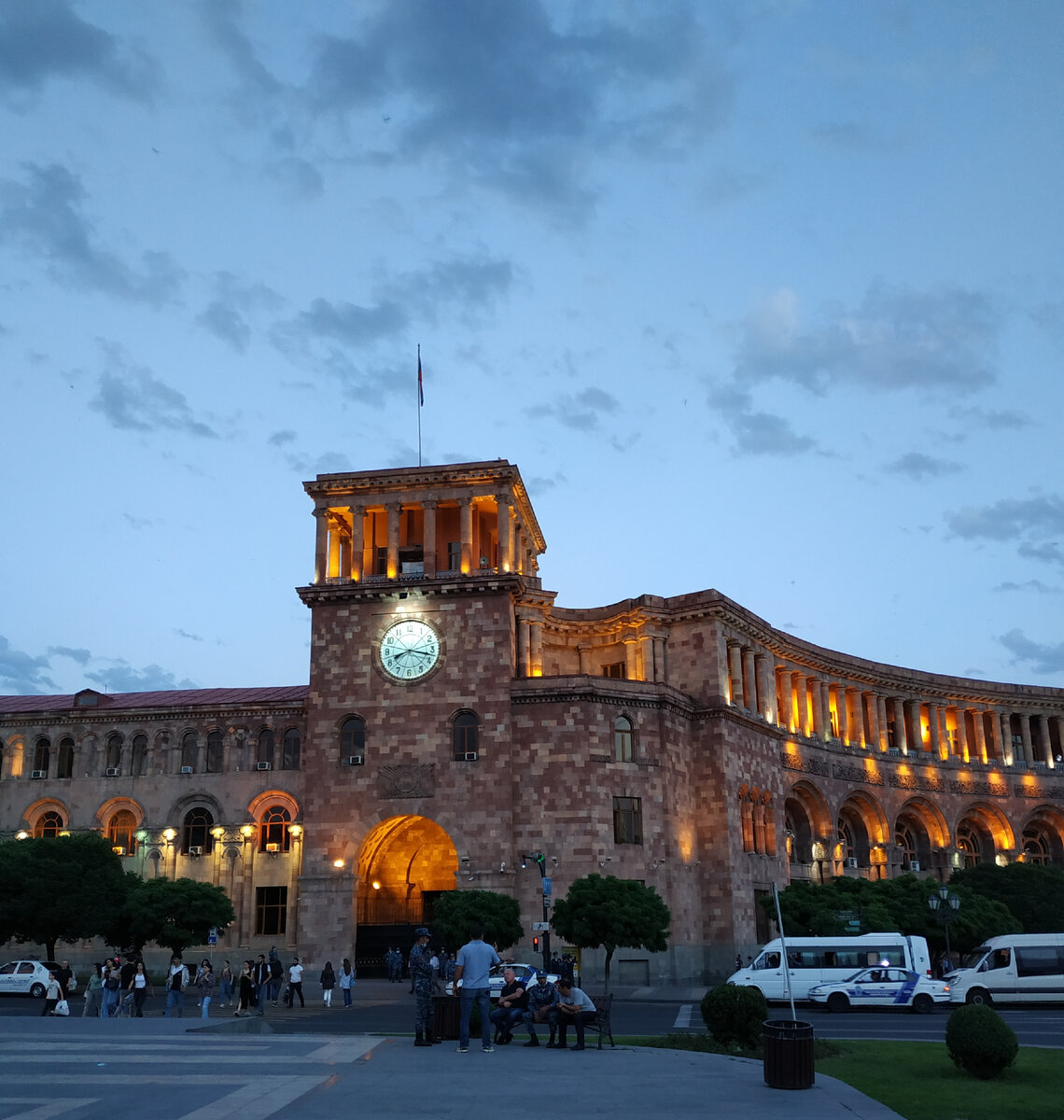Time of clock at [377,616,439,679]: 8:17
